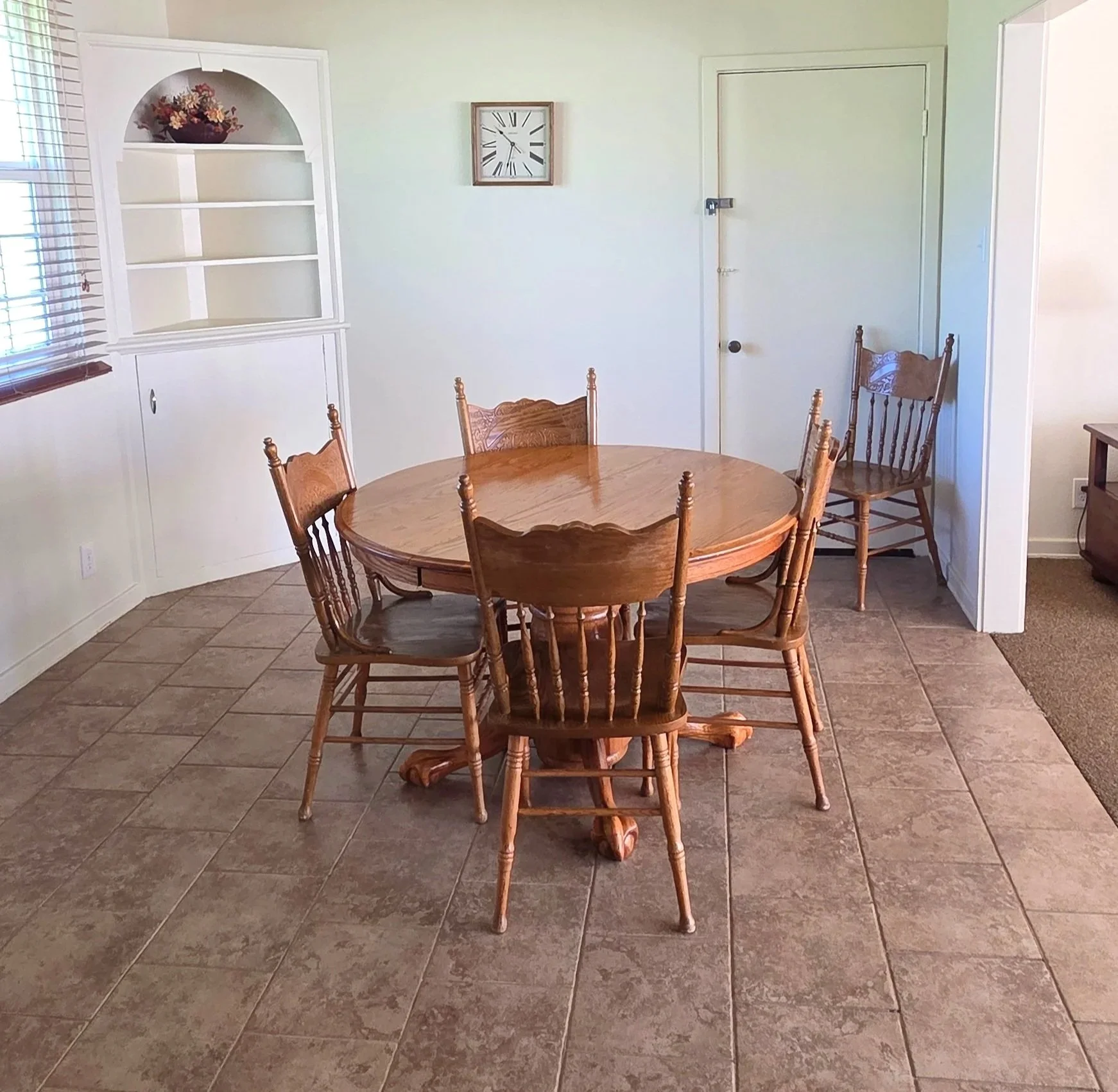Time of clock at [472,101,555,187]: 10:32
